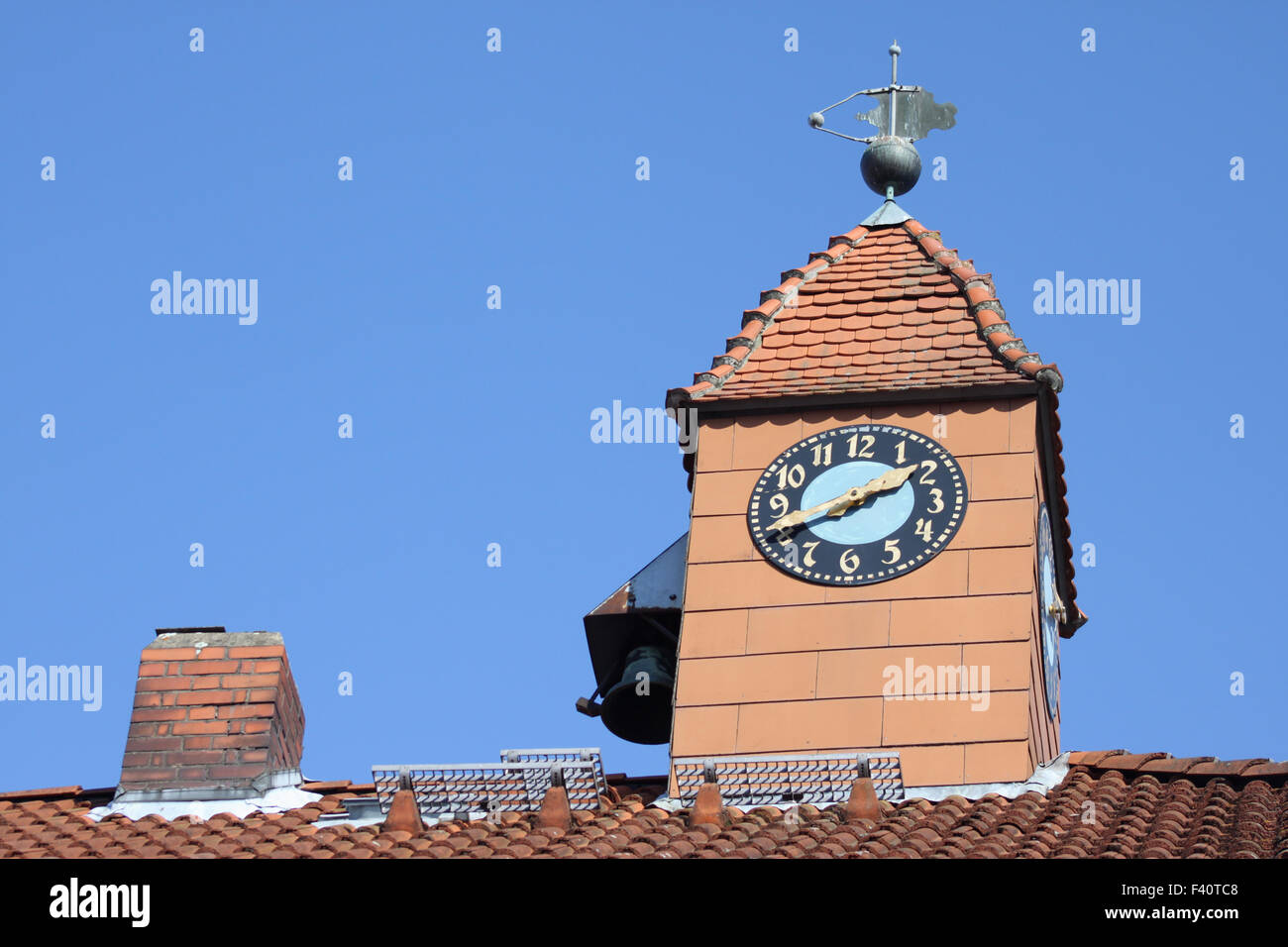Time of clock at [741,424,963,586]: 2:40
